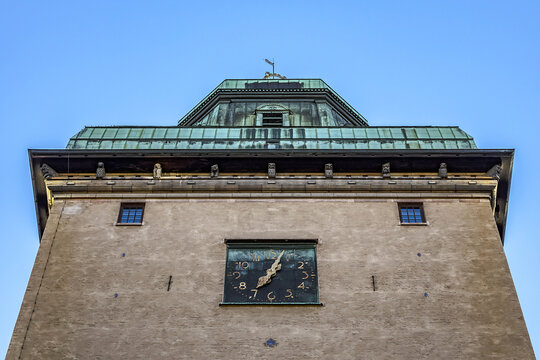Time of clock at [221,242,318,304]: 7:03
